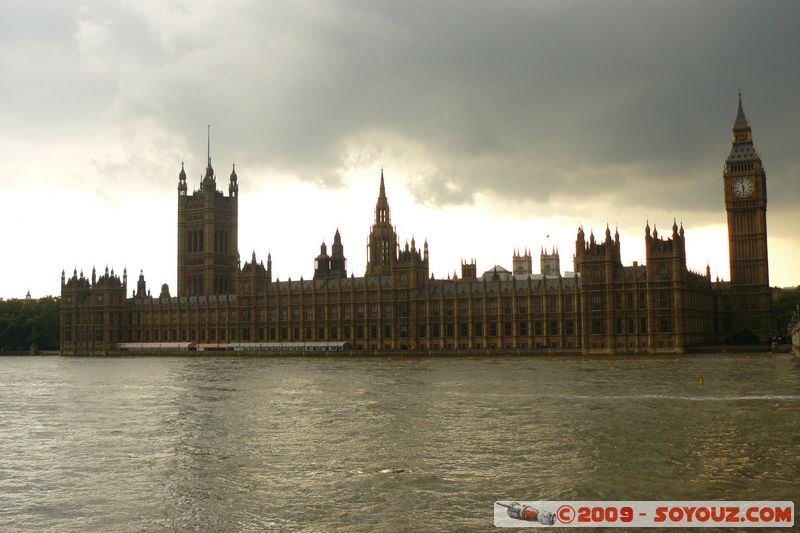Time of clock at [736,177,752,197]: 5:58
